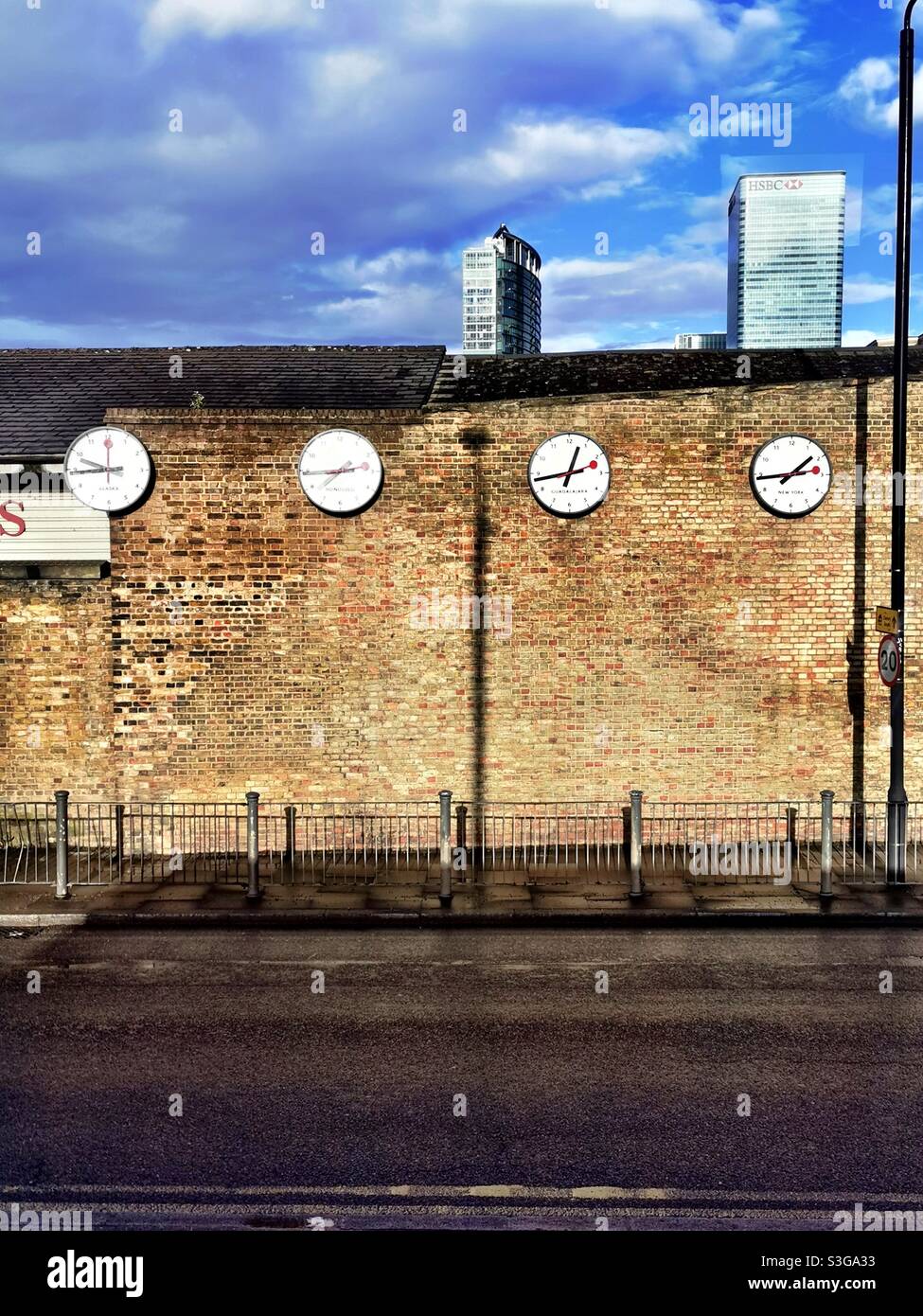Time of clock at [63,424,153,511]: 9:44
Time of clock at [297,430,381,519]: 2:44
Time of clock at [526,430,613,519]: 12:43
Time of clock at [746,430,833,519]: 1:43
